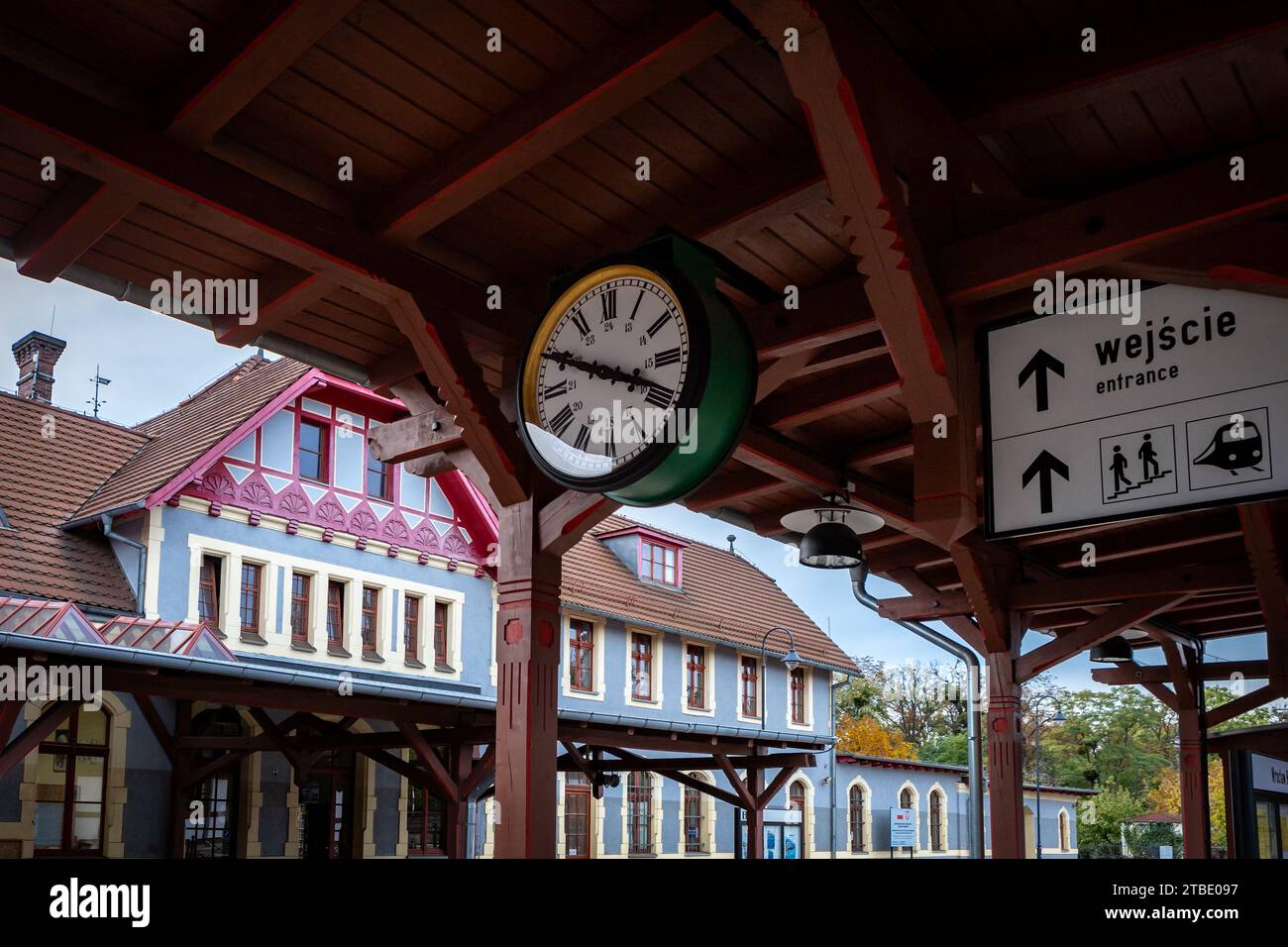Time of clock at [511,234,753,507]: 3:49
